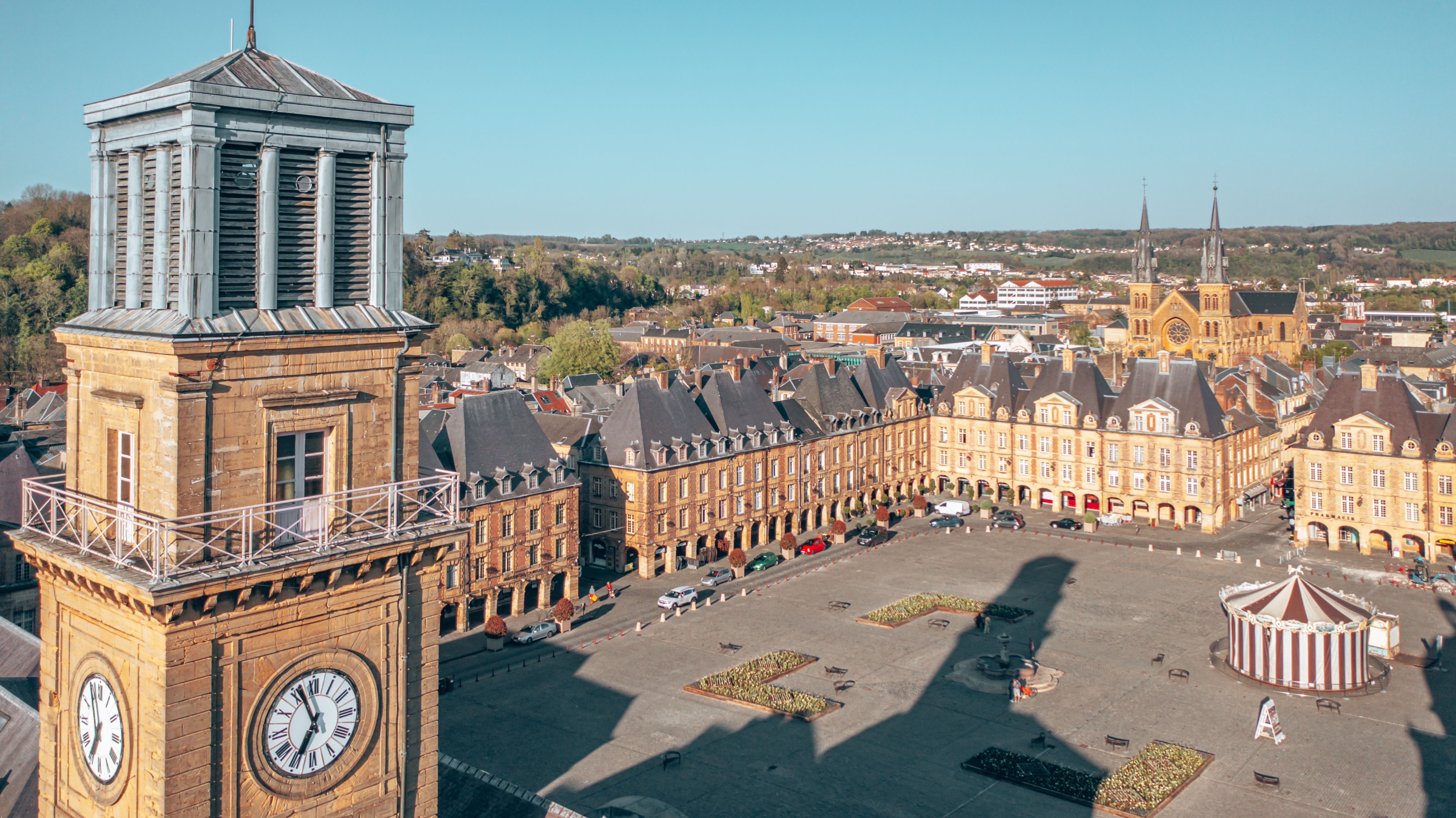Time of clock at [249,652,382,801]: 6:56
